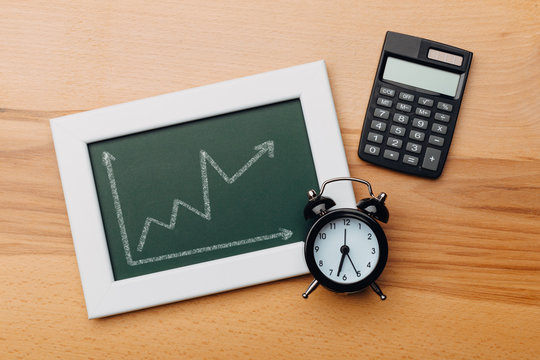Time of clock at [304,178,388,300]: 6:32
